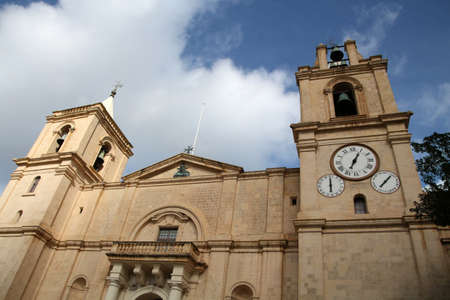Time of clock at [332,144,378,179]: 7:04
